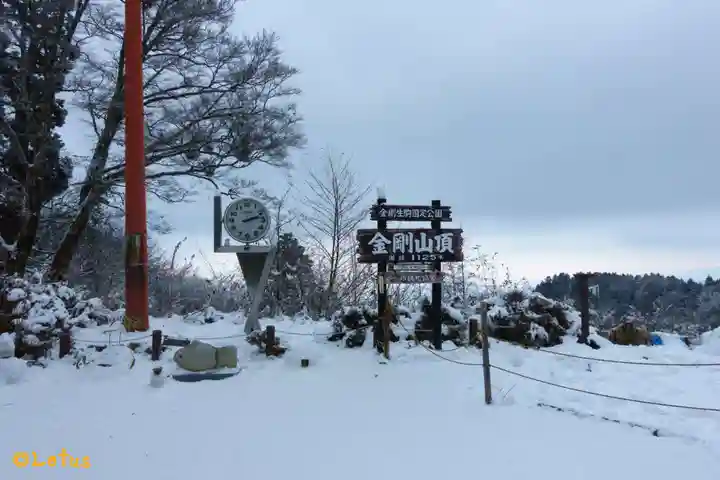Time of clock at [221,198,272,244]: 2:12
